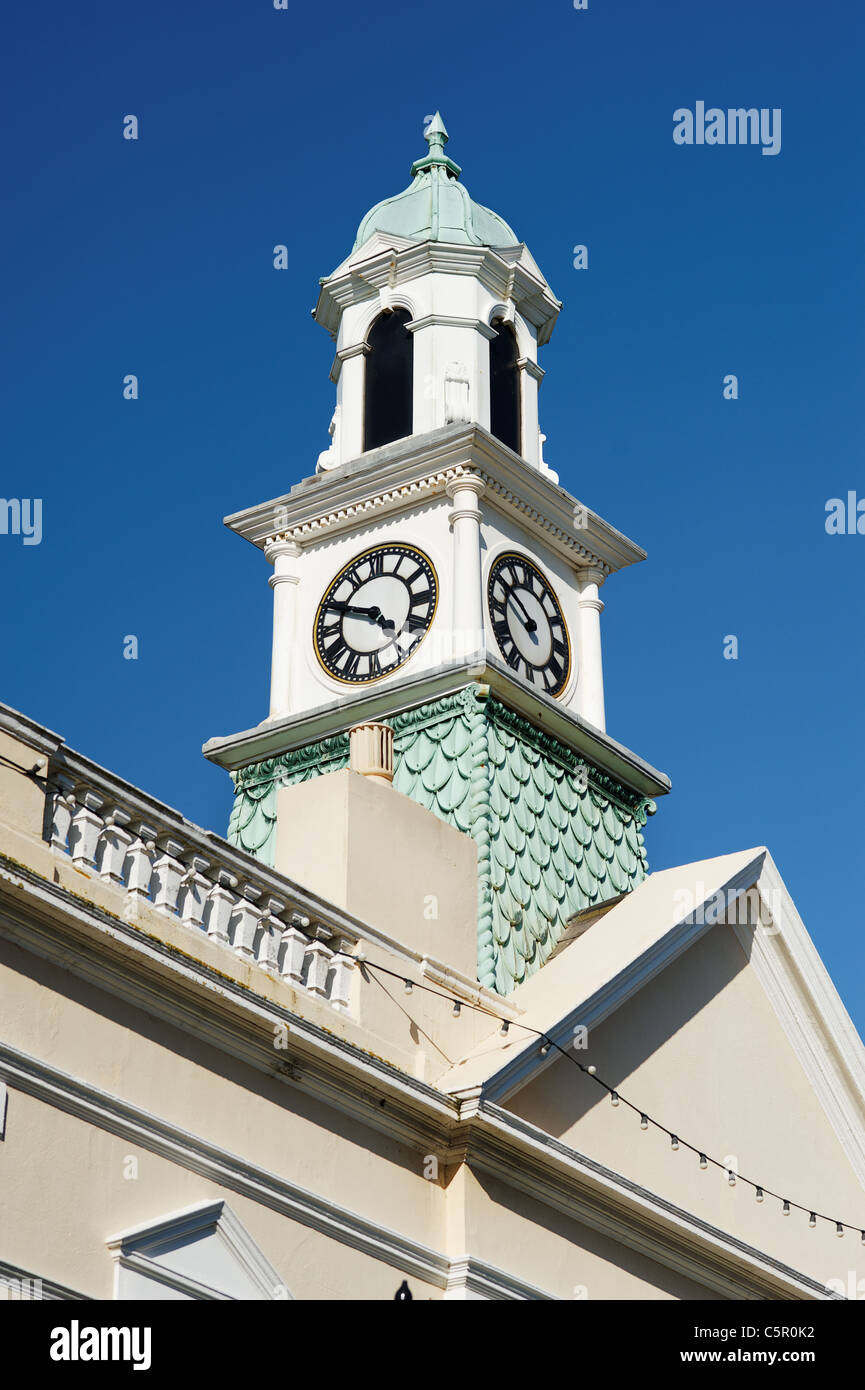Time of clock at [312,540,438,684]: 4:48
